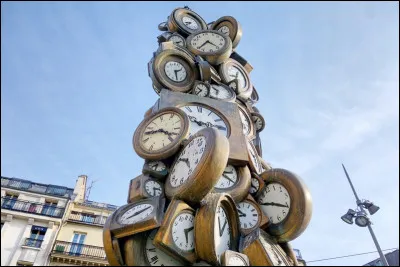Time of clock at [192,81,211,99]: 9:38
